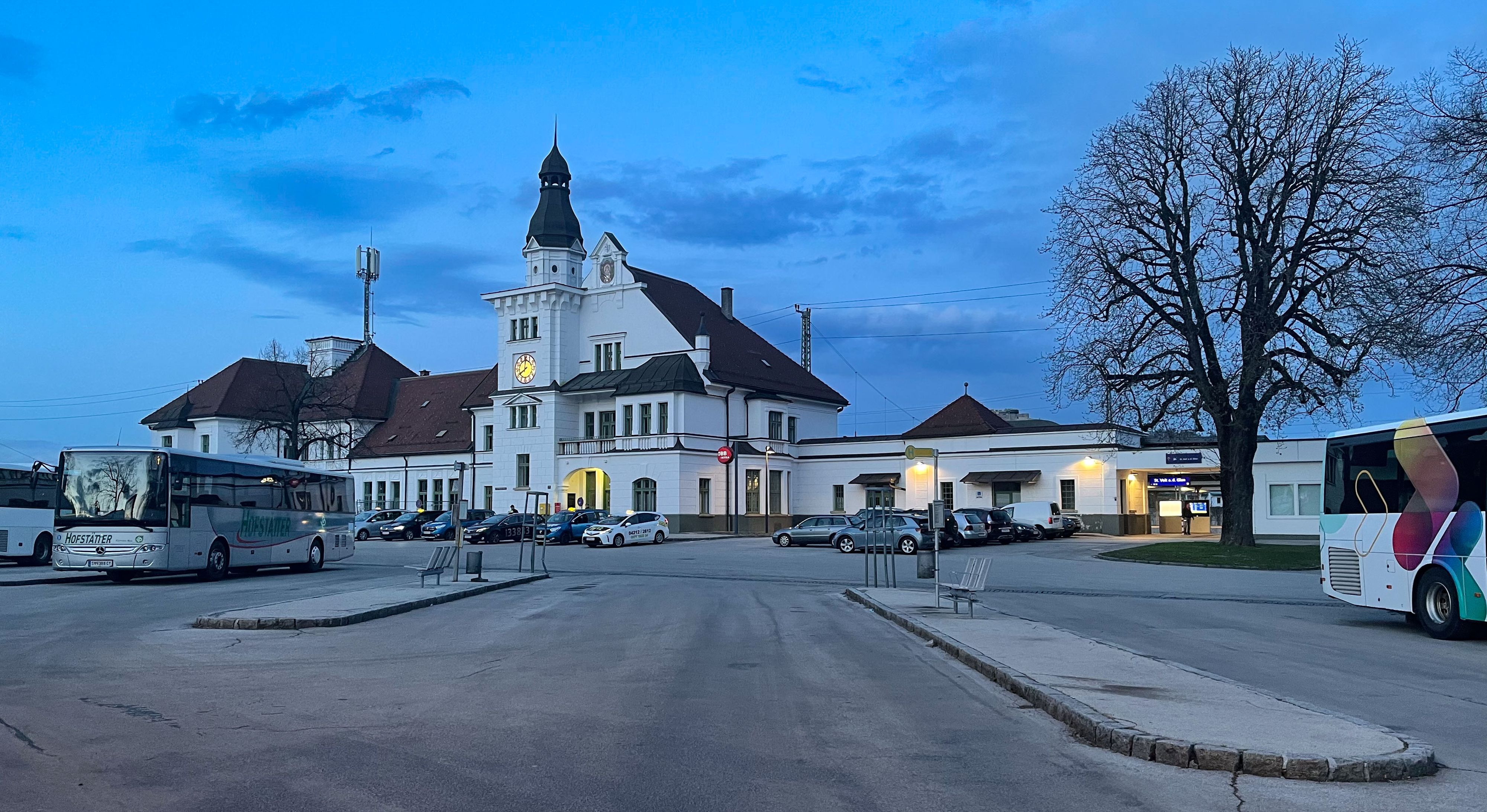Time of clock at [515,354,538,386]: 8:00
